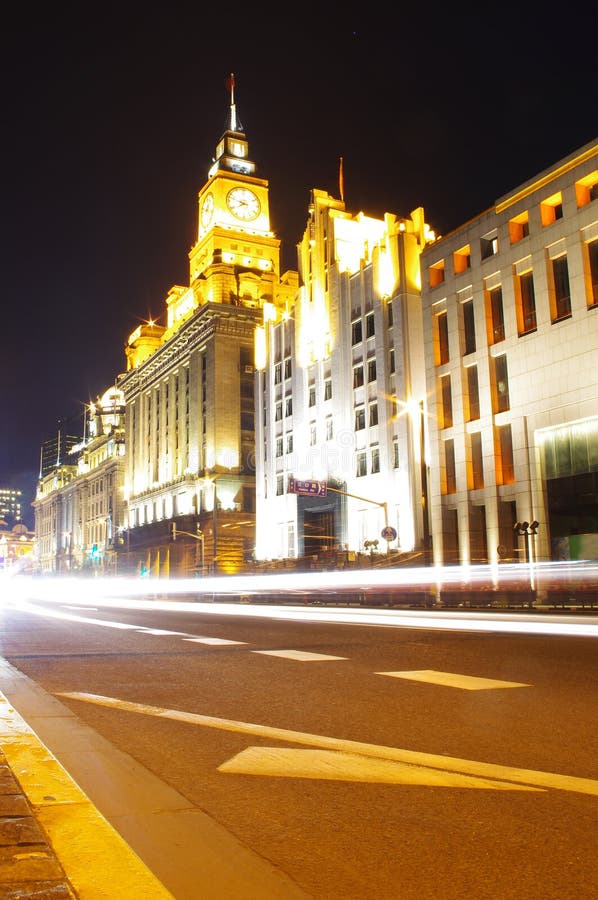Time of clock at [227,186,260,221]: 7:47
